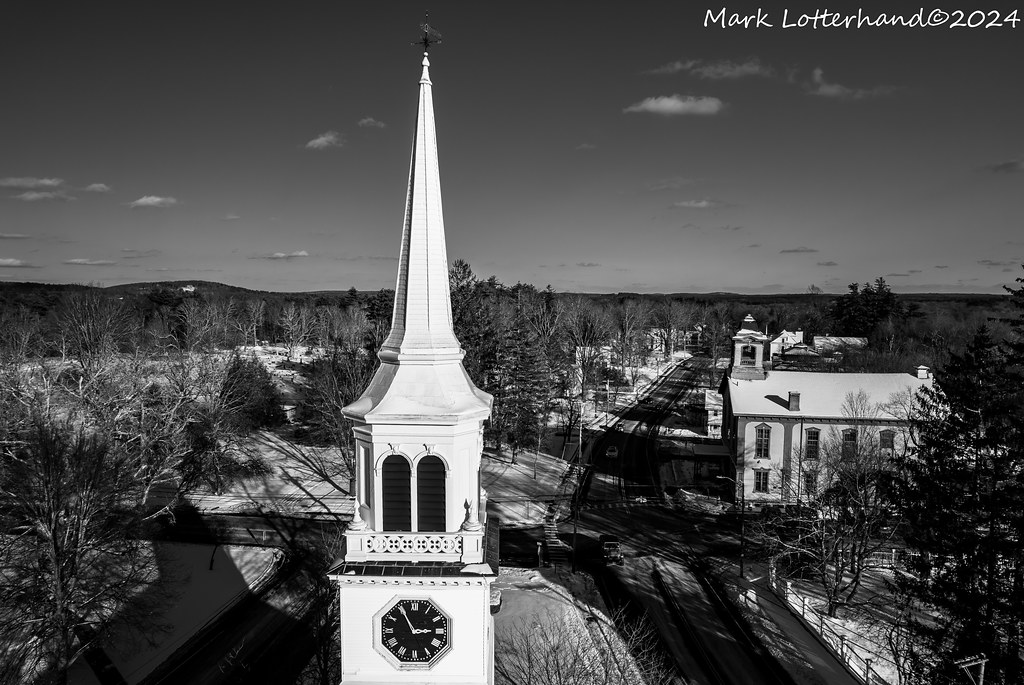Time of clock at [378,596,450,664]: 2:55
